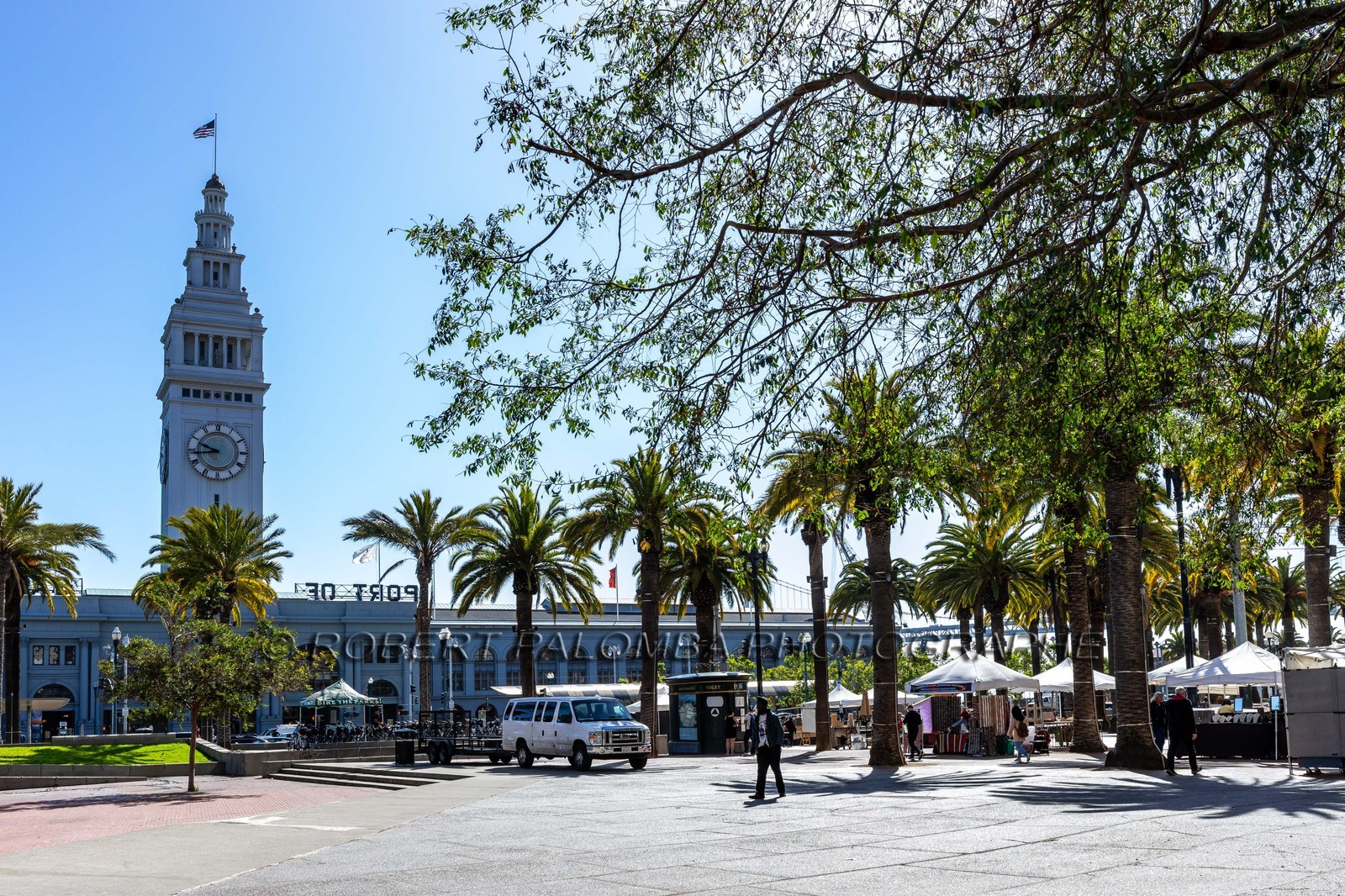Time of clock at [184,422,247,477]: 9:43
